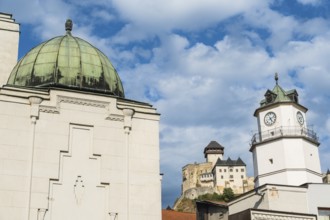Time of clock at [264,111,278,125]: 5:11
